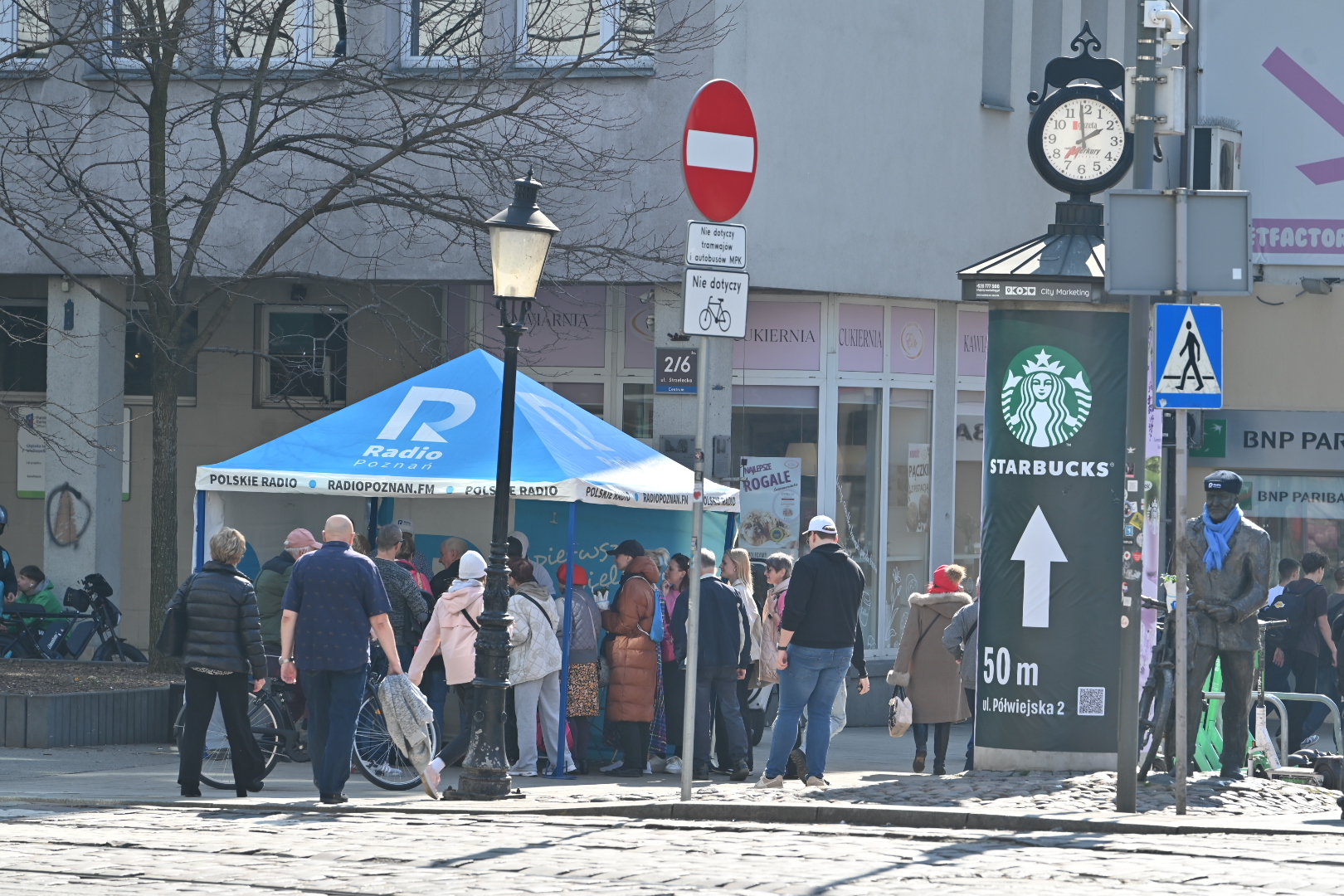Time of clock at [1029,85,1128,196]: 1:59
